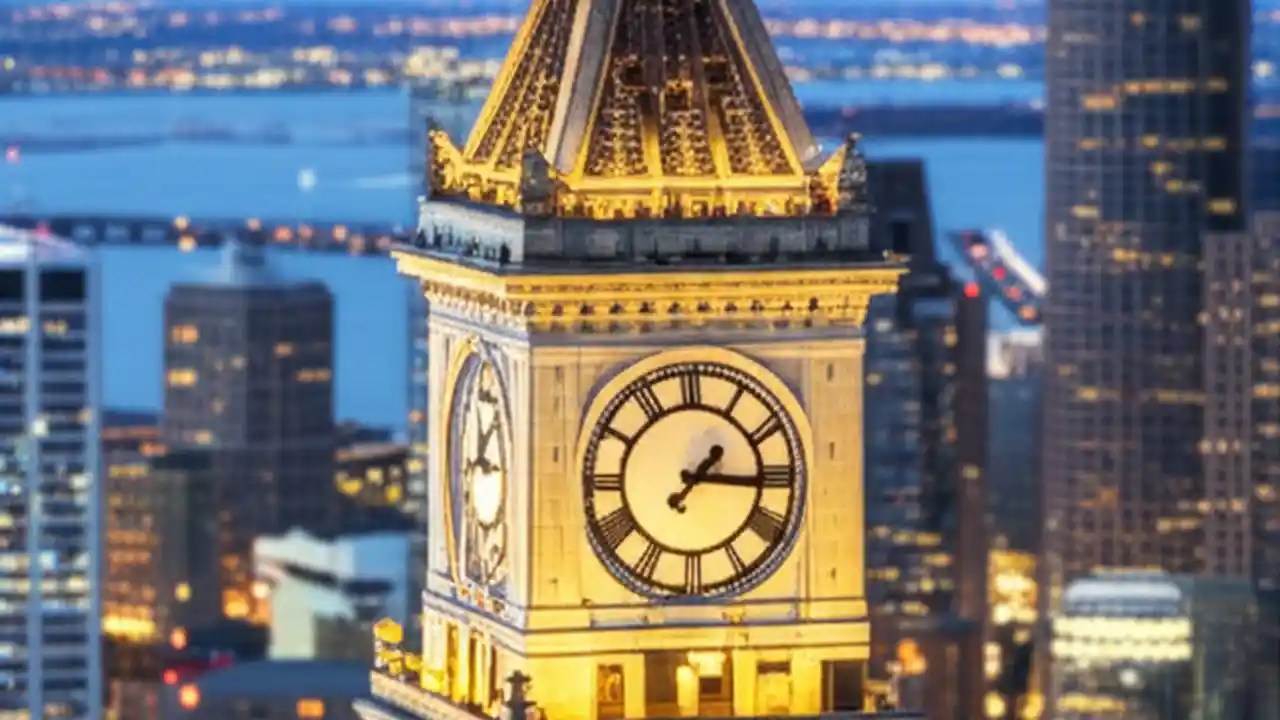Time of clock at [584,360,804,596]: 1:15
